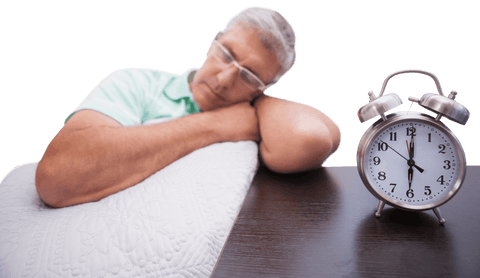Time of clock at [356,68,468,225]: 6:00
